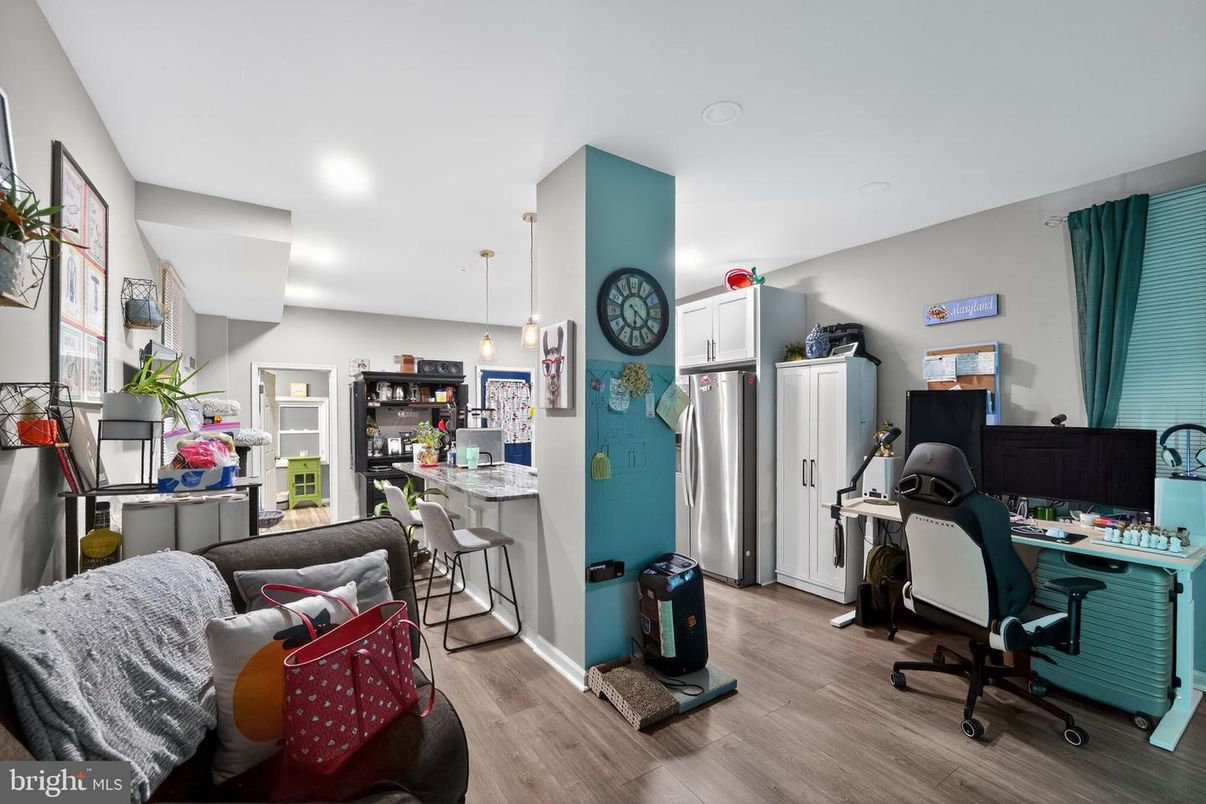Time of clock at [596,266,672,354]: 6:22
